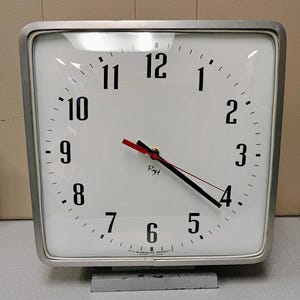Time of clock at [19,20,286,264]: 4:21
